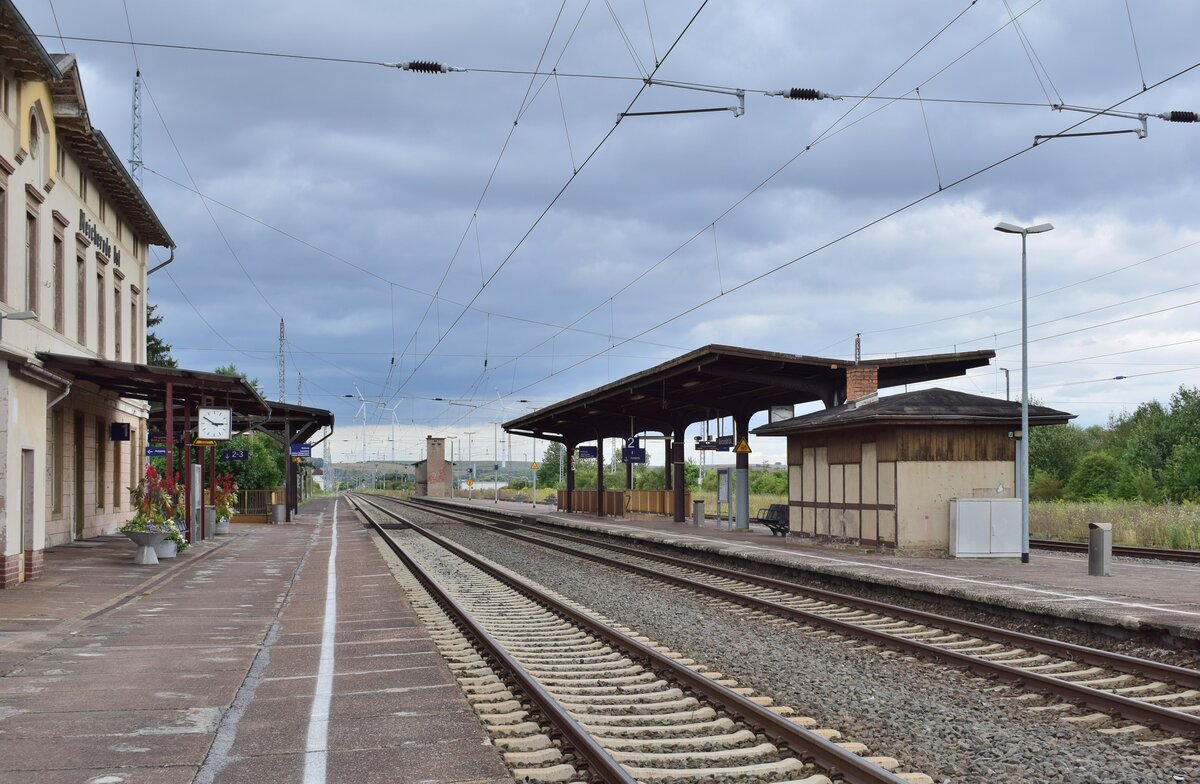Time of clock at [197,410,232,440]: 2:50
